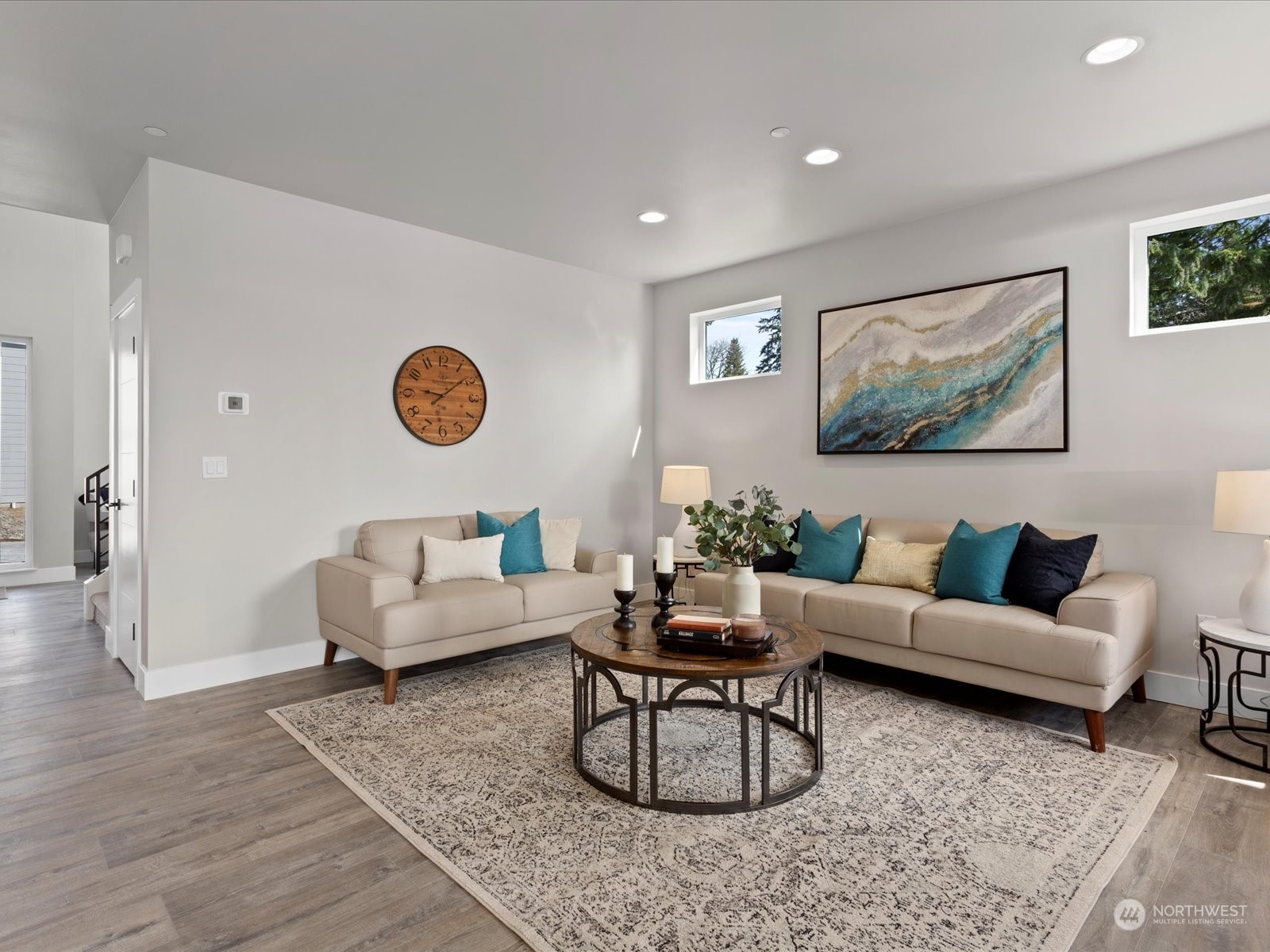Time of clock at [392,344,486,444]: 9:08
